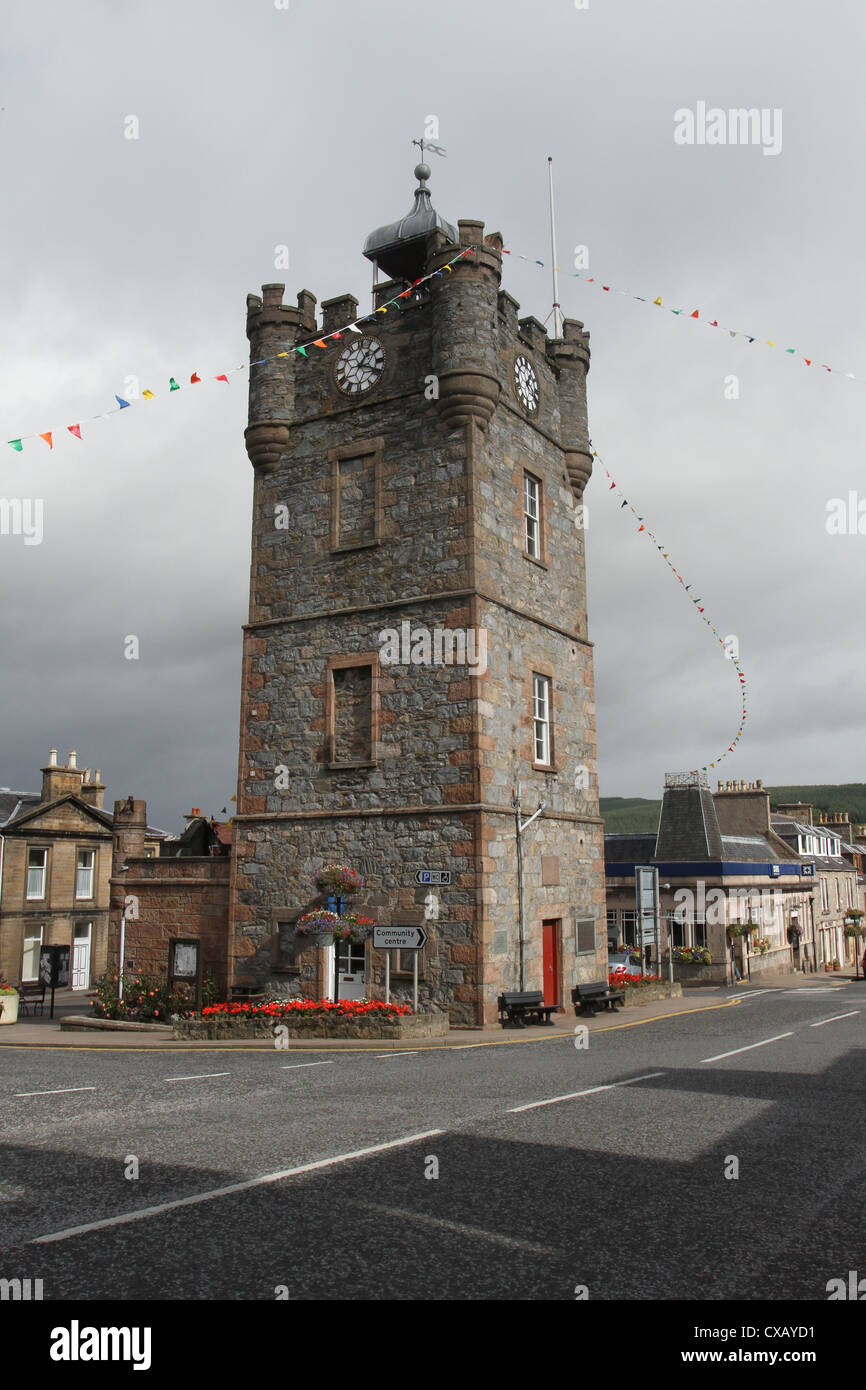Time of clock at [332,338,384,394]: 1:18
